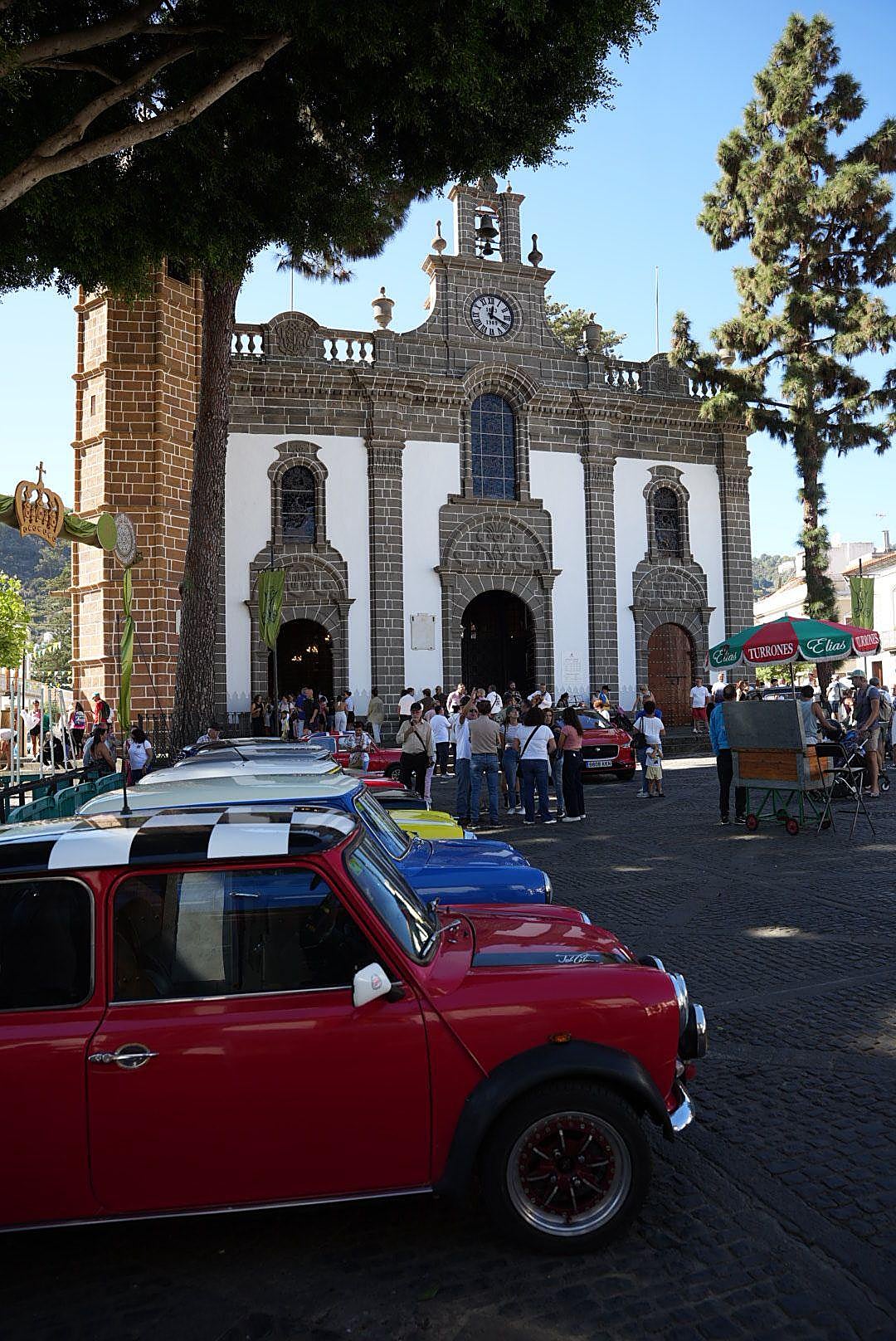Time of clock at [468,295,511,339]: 12:19
